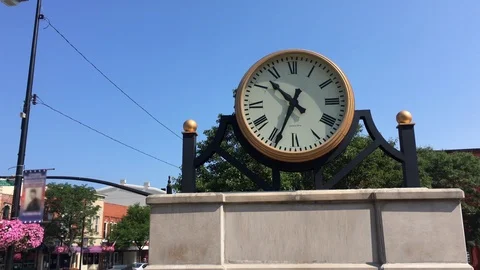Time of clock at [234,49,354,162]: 10:34
